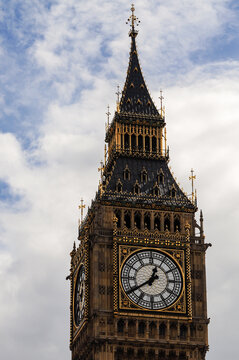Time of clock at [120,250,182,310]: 12:39
